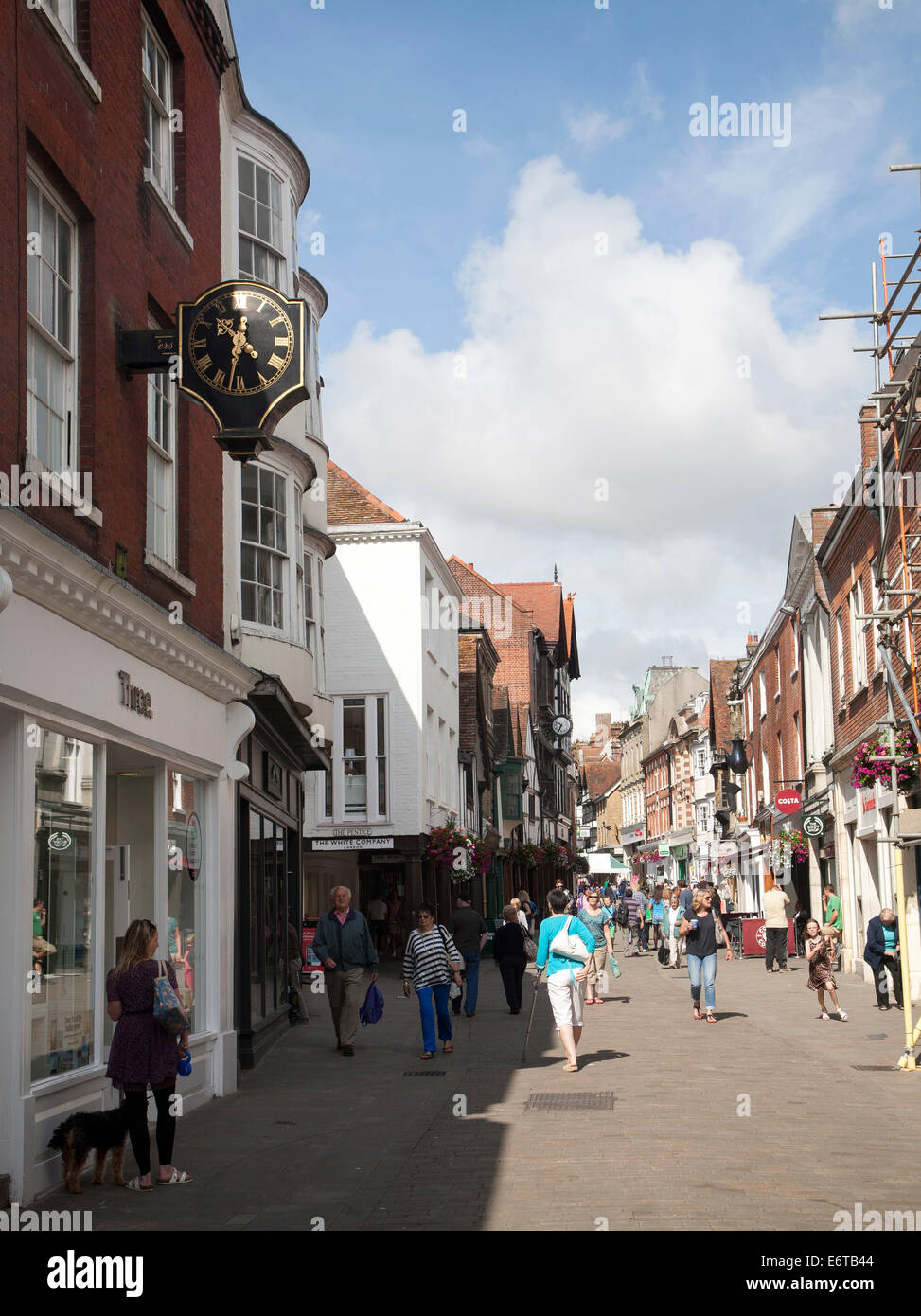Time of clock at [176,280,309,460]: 10:32
